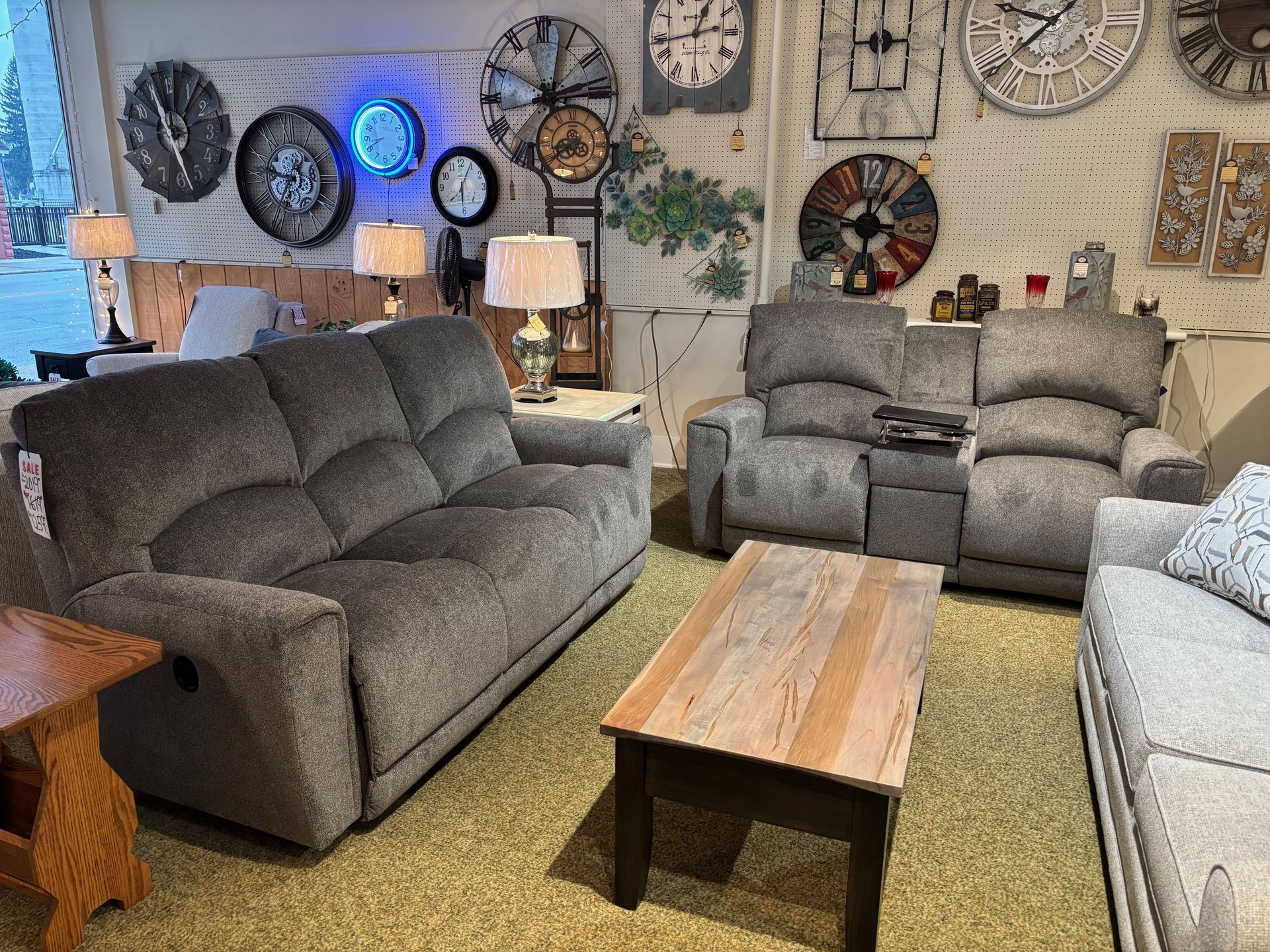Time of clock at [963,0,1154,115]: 9:38
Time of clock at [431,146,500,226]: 6:04
